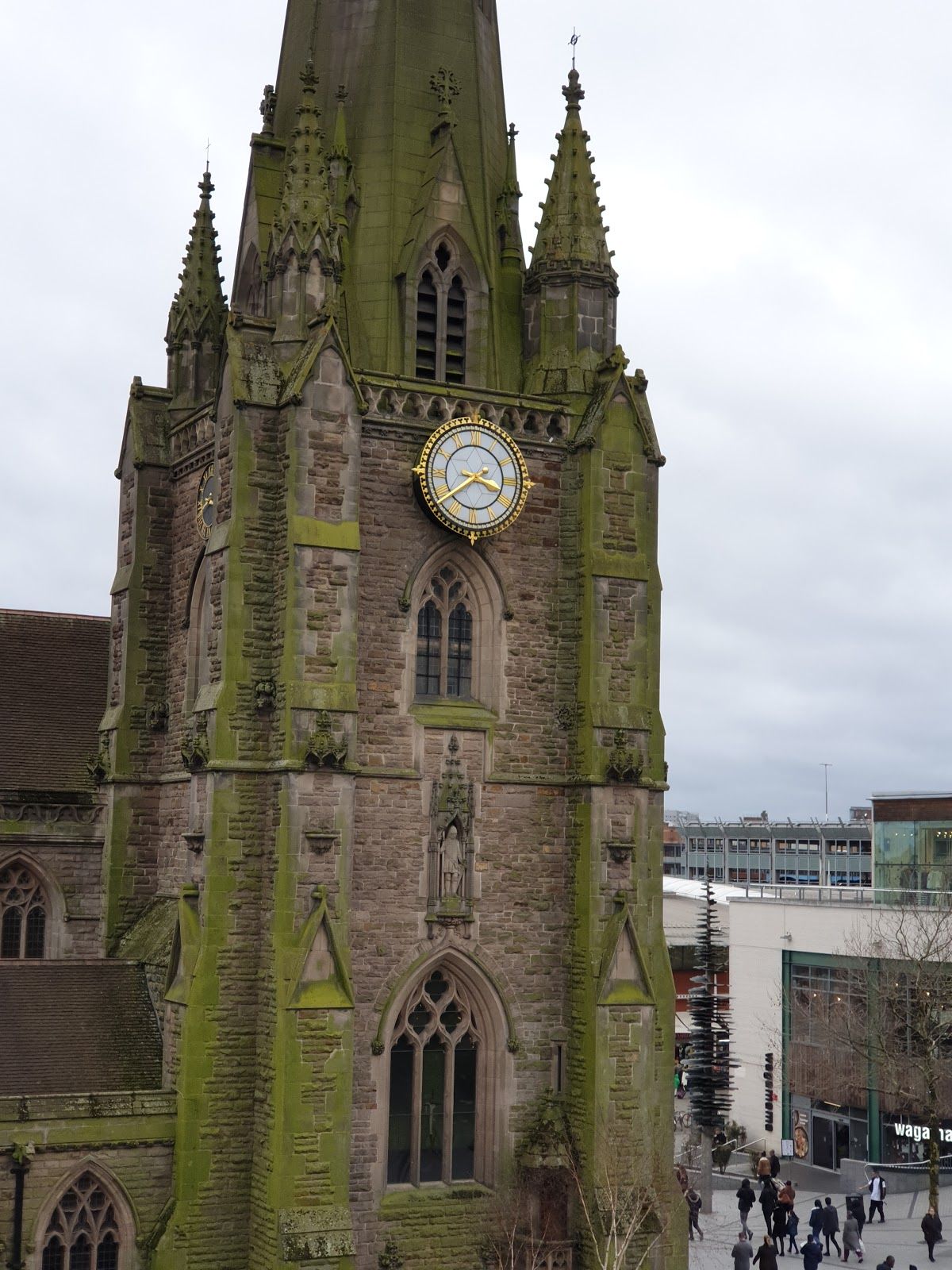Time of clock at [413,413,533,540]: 3:38
